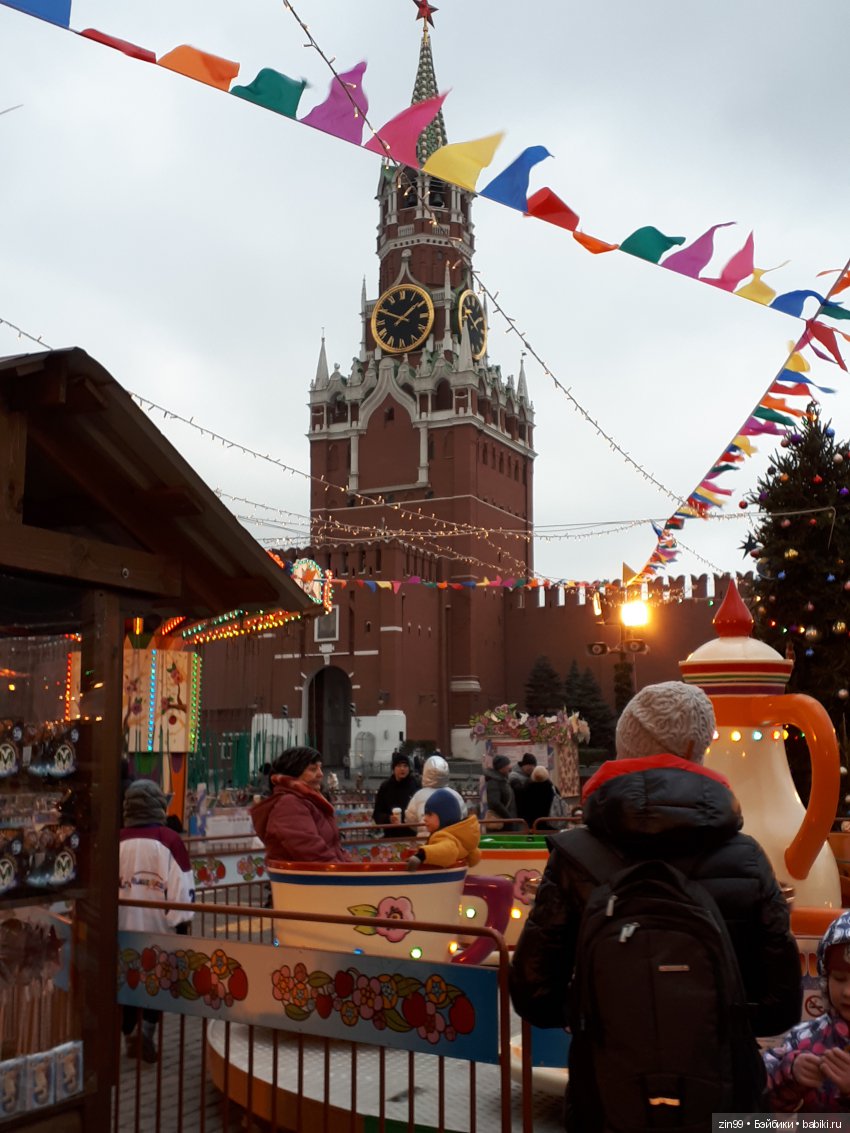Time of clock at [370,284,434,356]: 1:49
